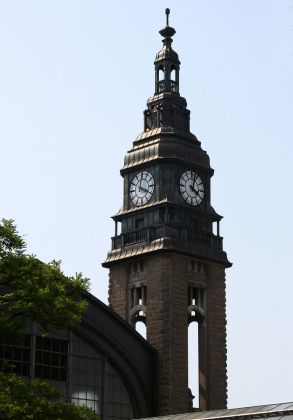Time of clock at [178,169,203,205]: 4:02
